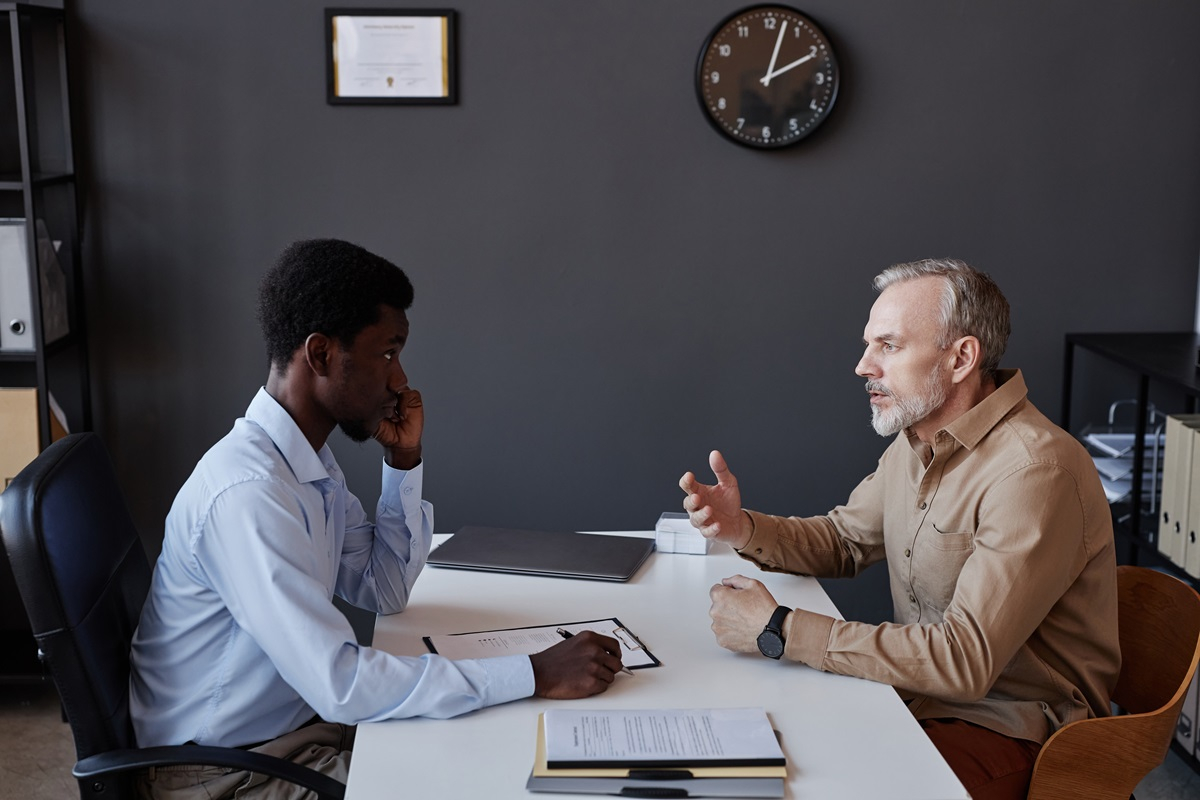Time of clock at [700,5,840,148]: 2:02
